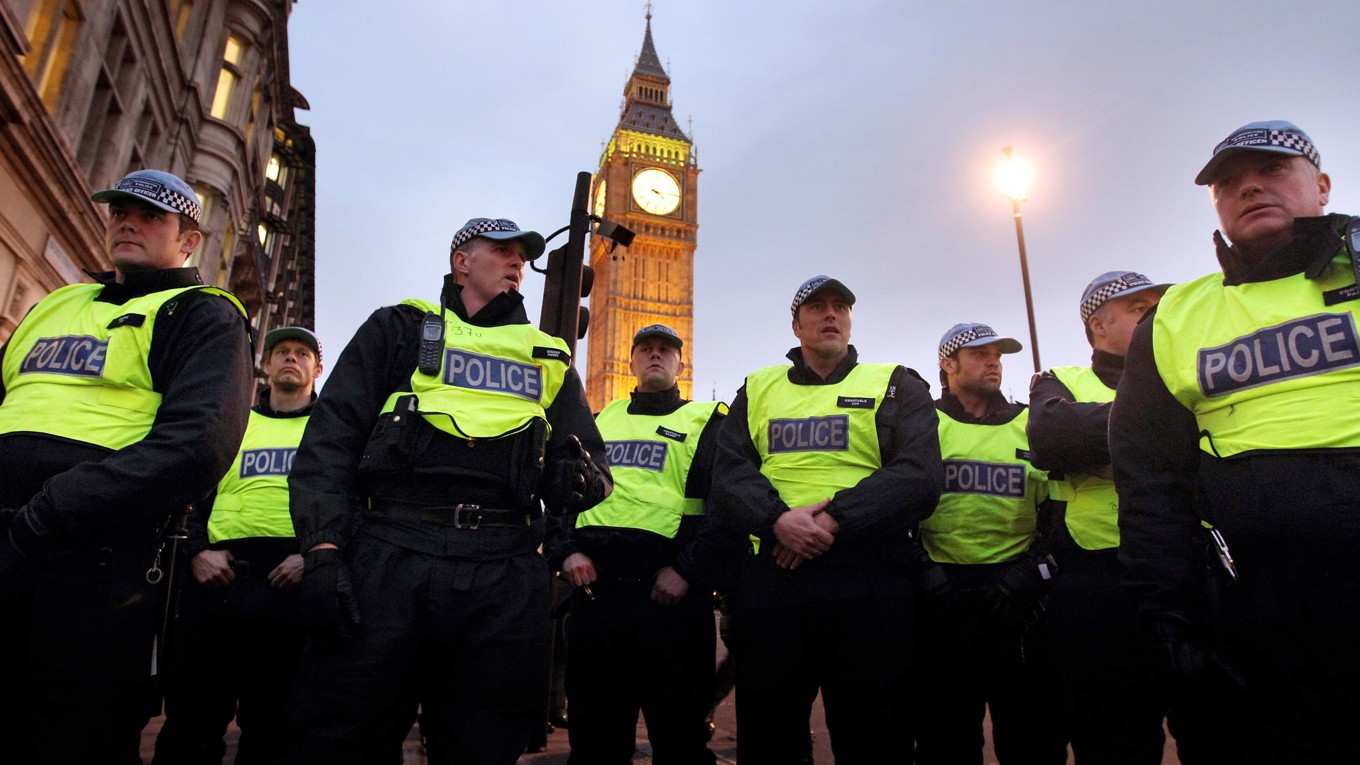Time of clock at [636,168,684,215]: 4:14
